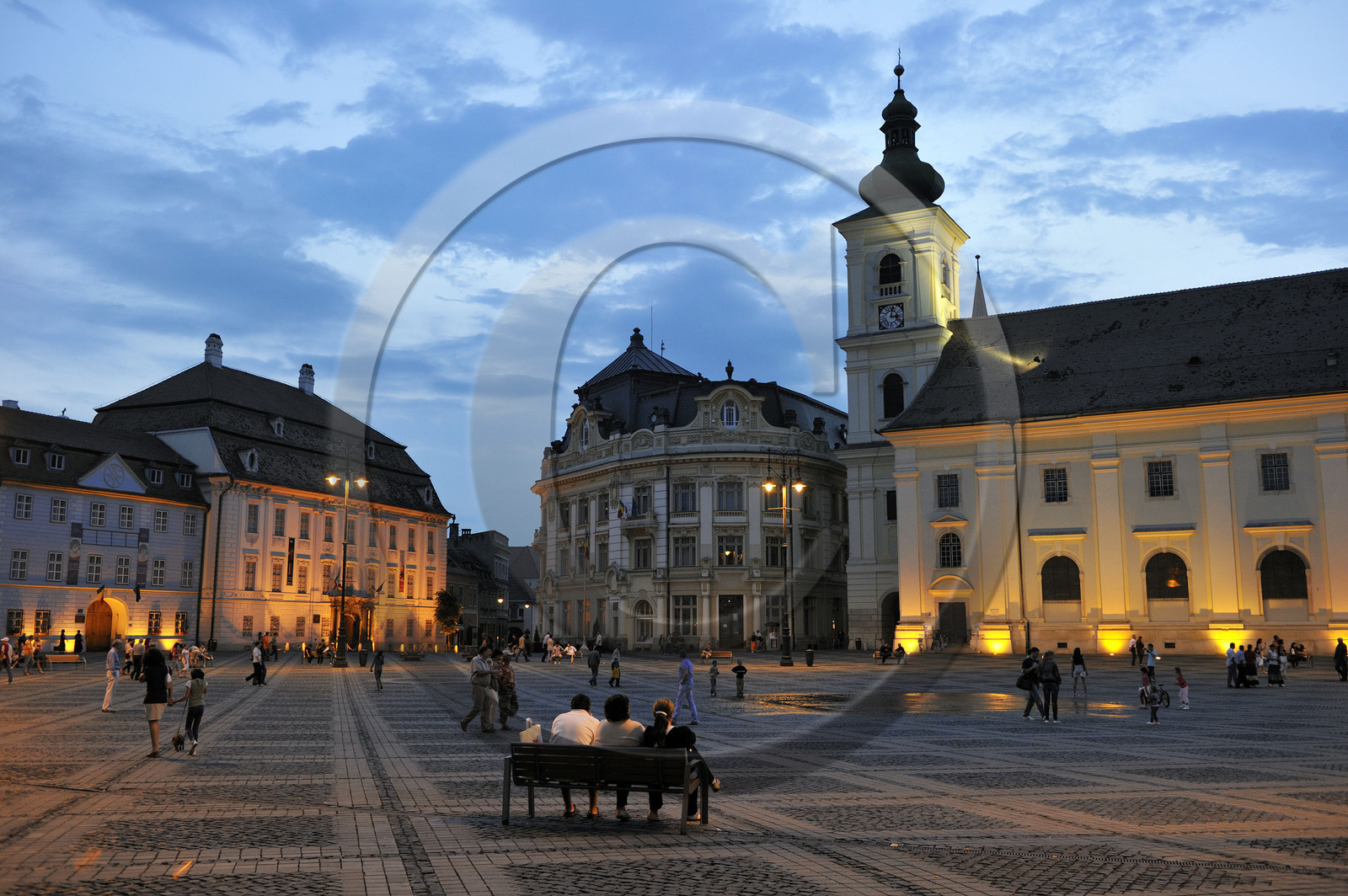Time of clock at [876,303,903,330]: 3:02
